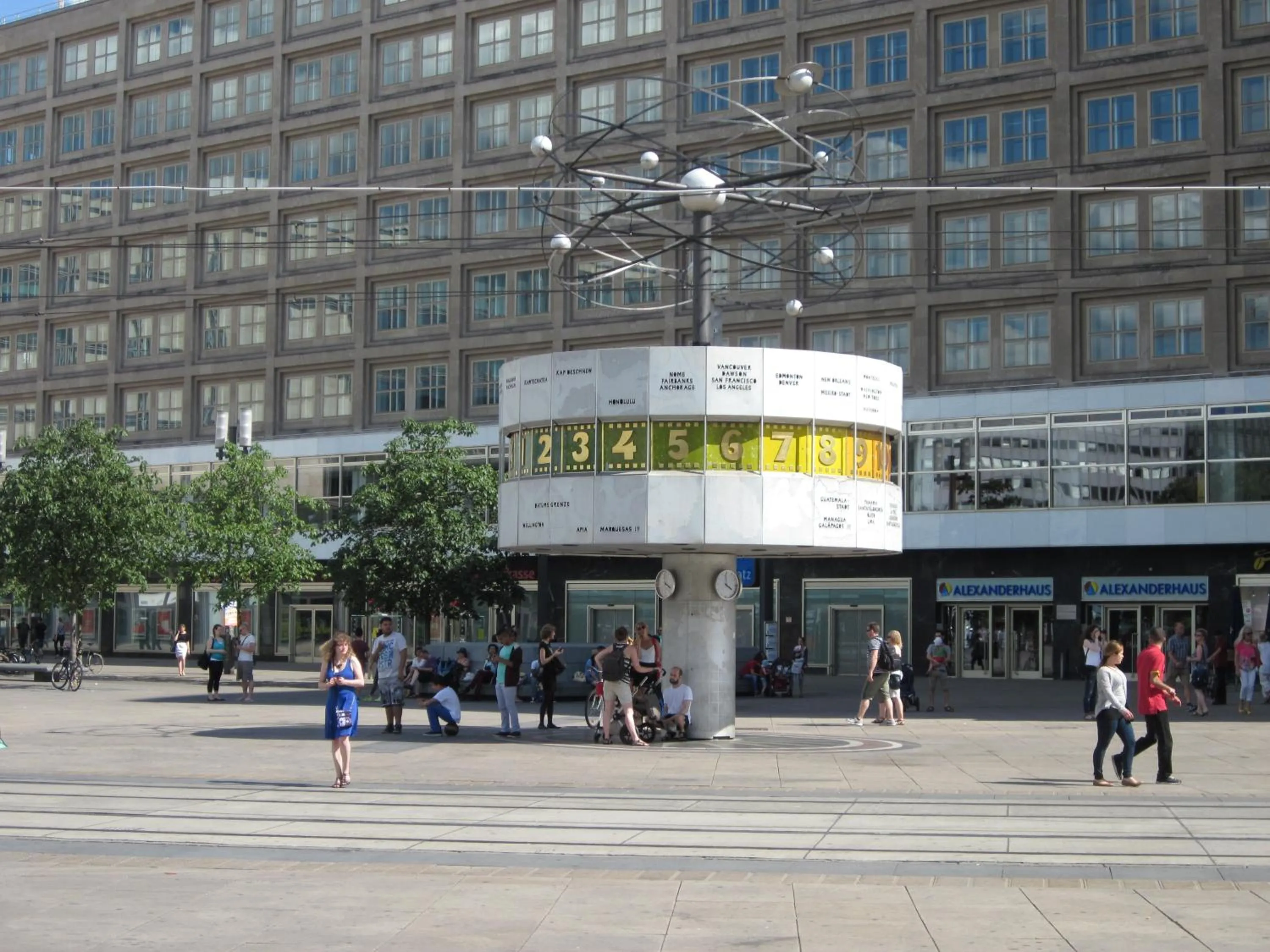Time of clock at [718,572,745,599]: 3:58
